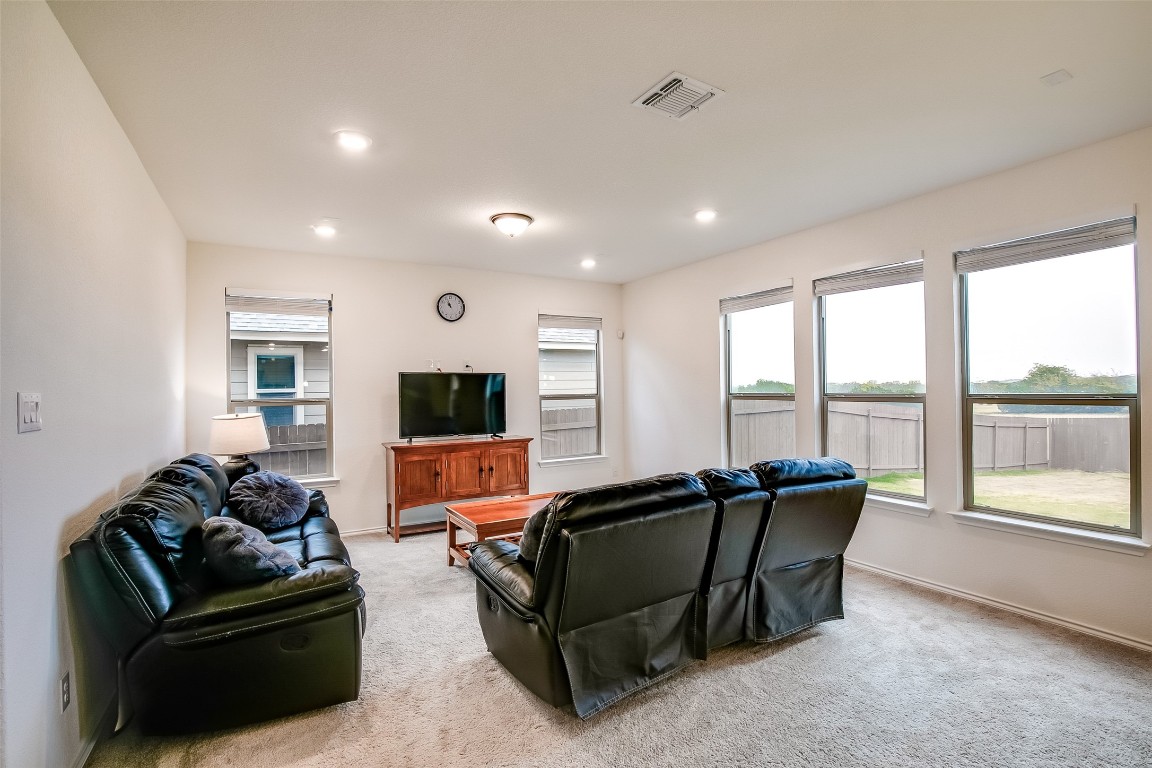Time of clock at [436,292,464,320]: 10:56
